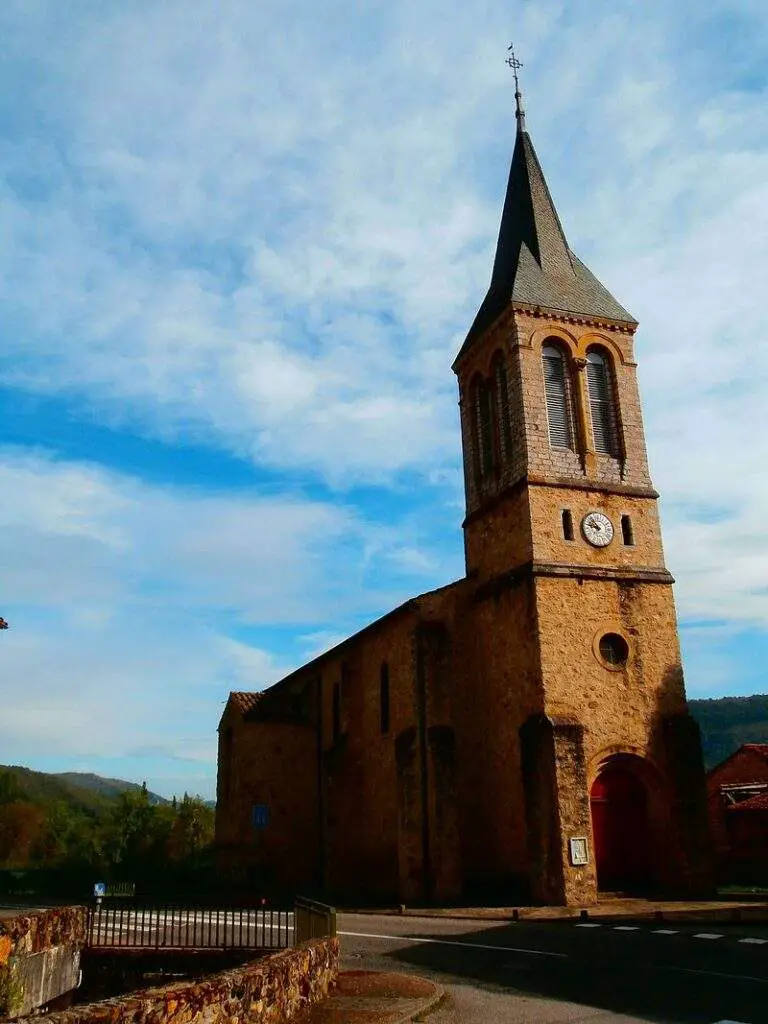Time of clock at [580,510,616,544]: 10:47
